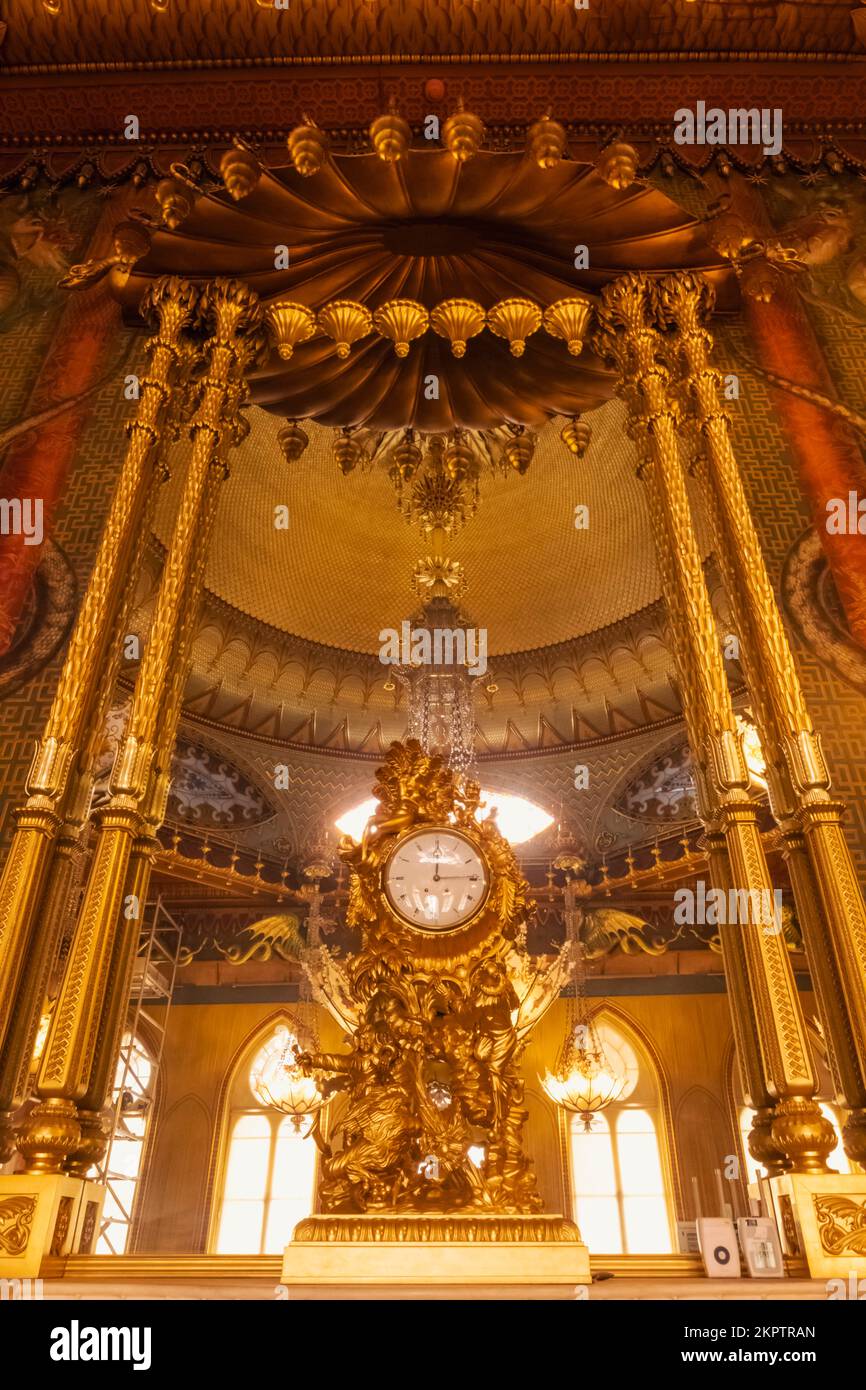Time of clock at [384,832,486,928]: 12:14
